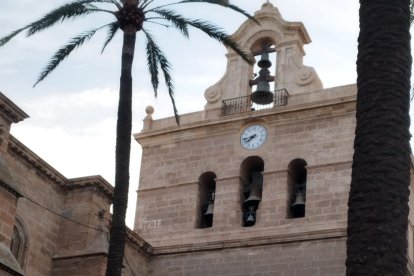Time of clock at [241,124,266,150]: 7:43
